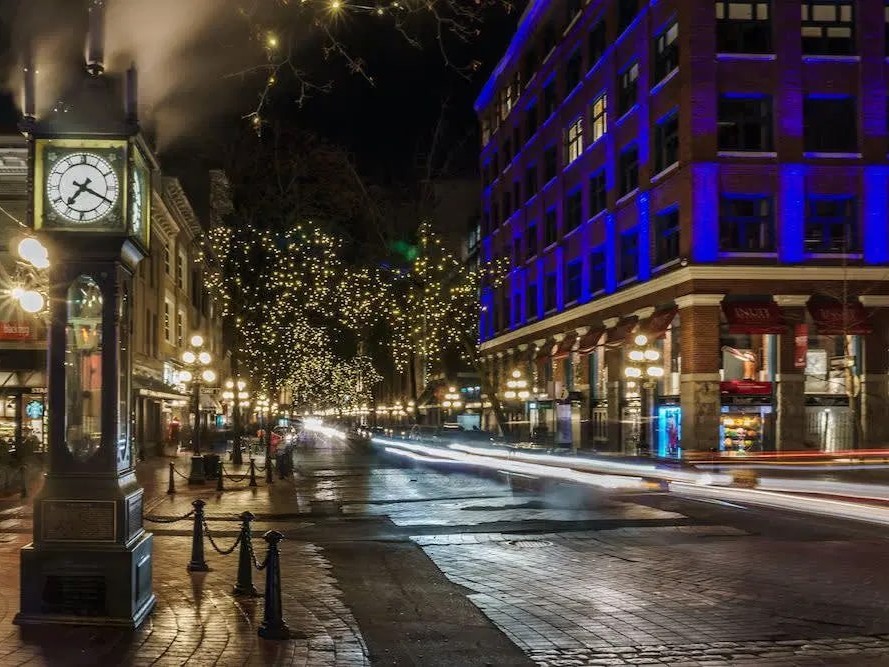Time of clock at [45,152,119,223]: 7:19
